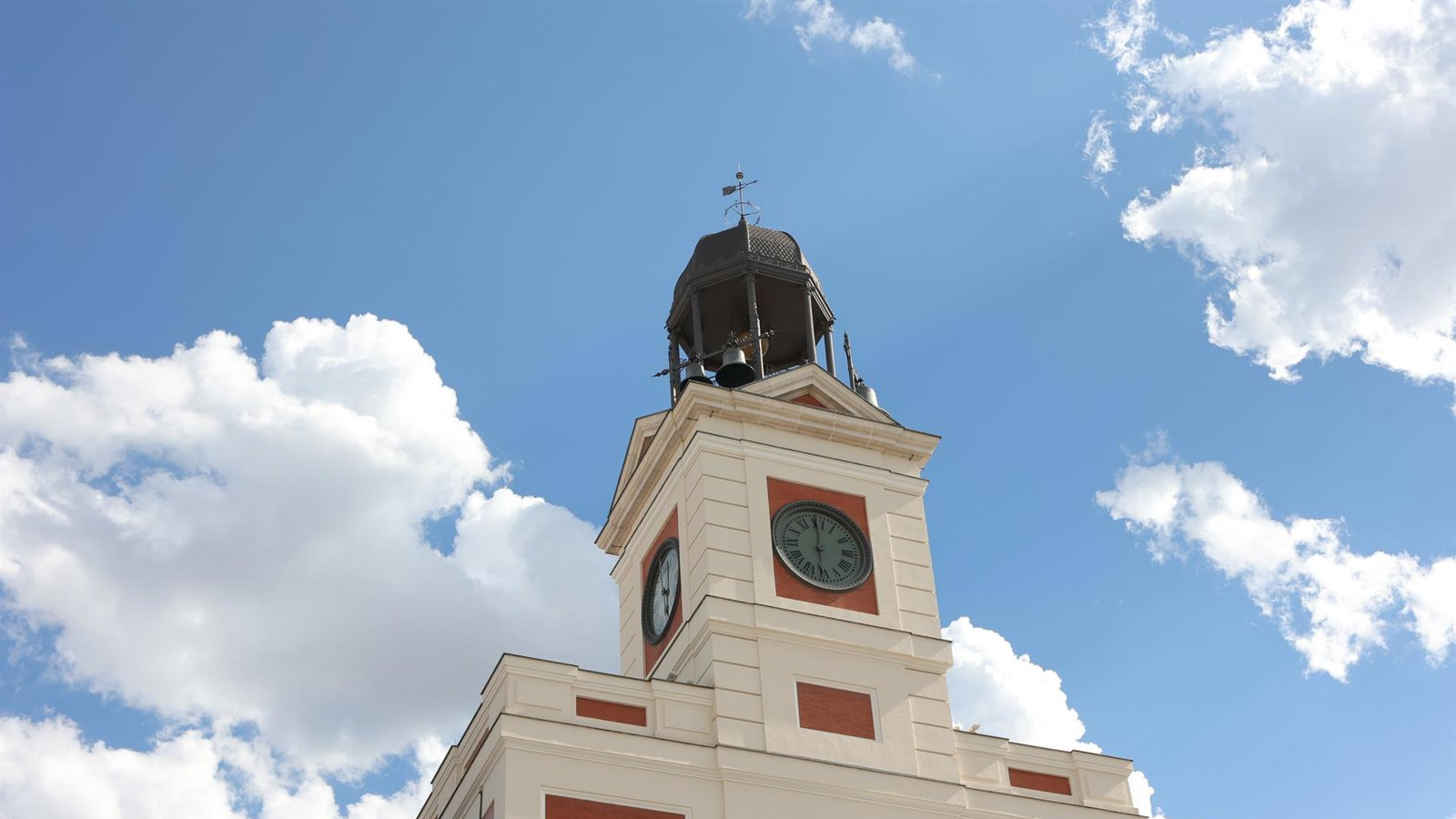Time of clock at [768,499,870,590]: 5:59
